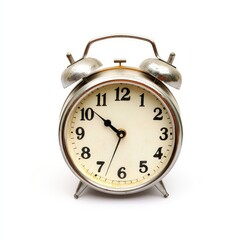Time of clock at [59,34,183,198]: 10:33
